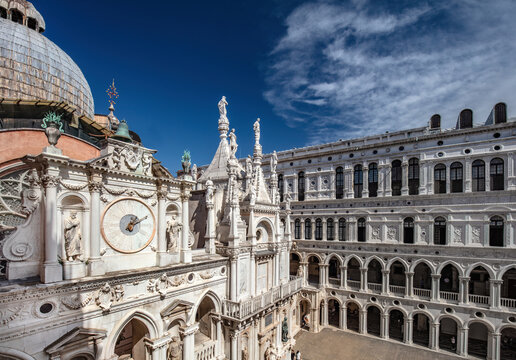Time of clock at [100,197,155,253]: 1:10
